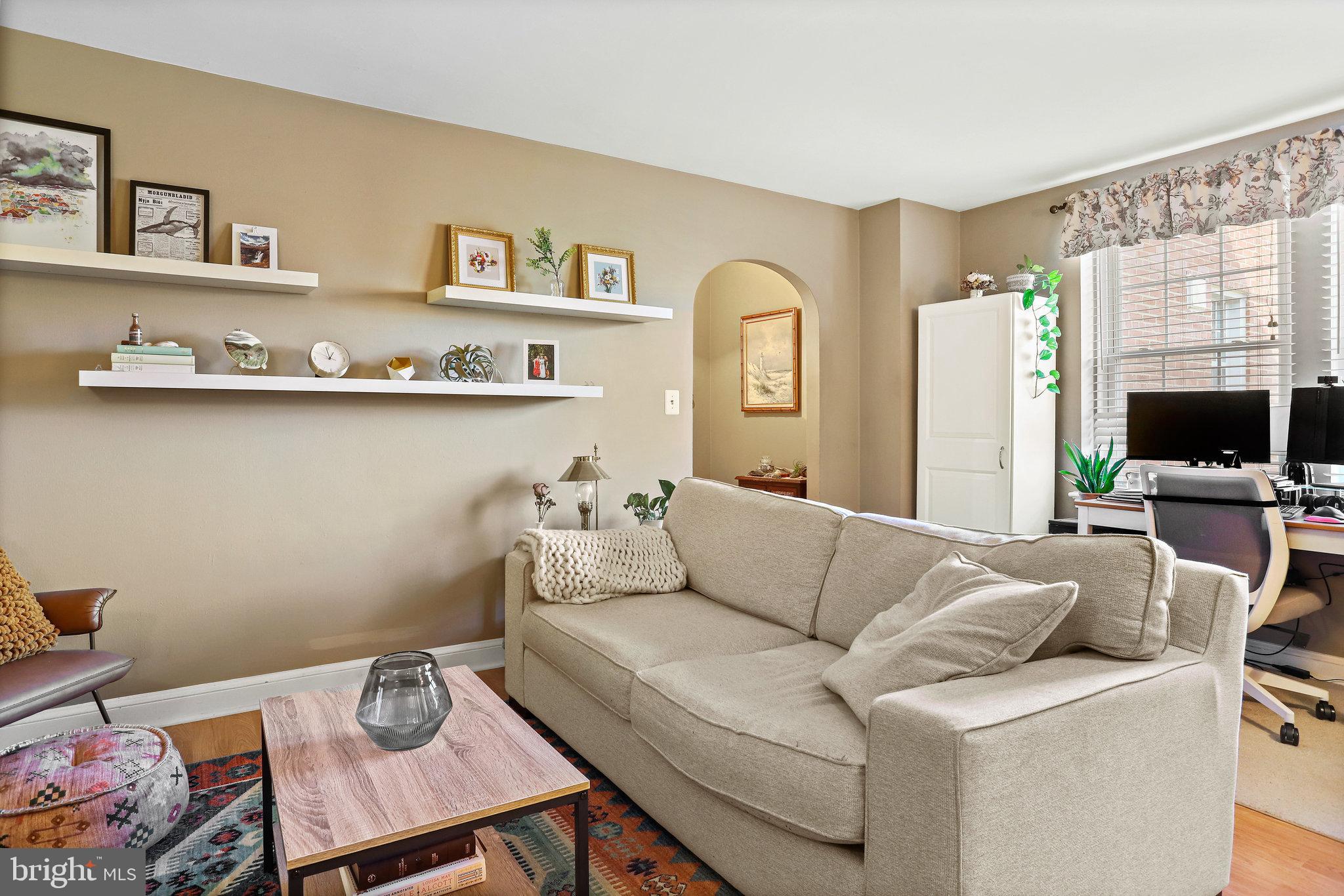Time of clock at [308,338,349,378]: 12:57
